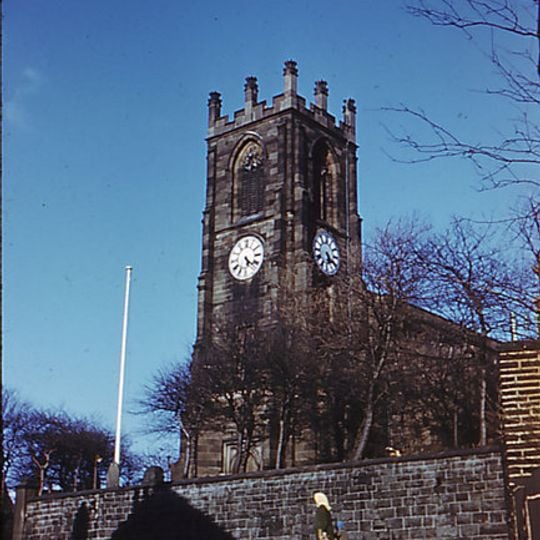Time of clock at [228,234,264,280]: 5:22
